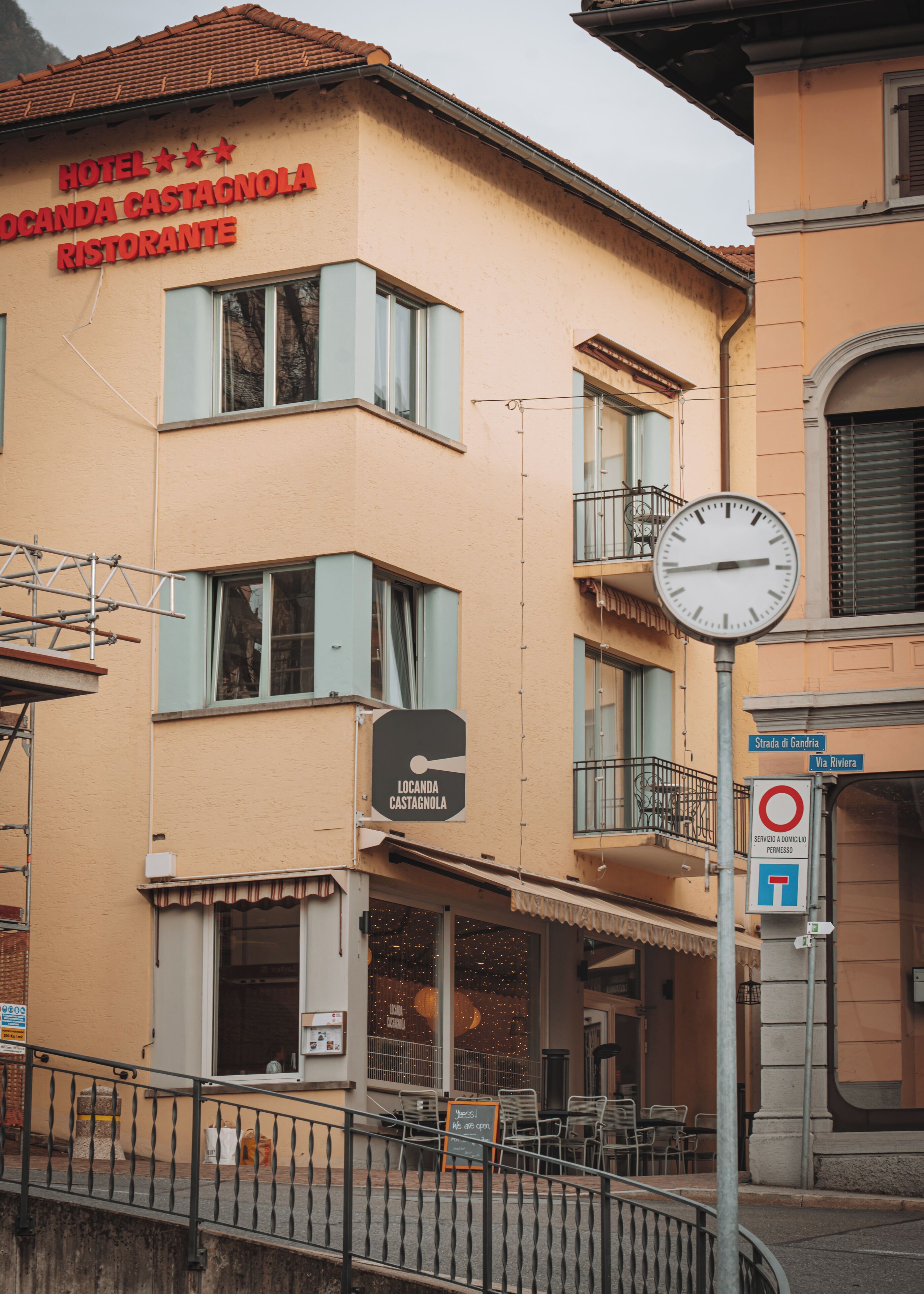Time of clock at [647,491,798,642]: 2:43
